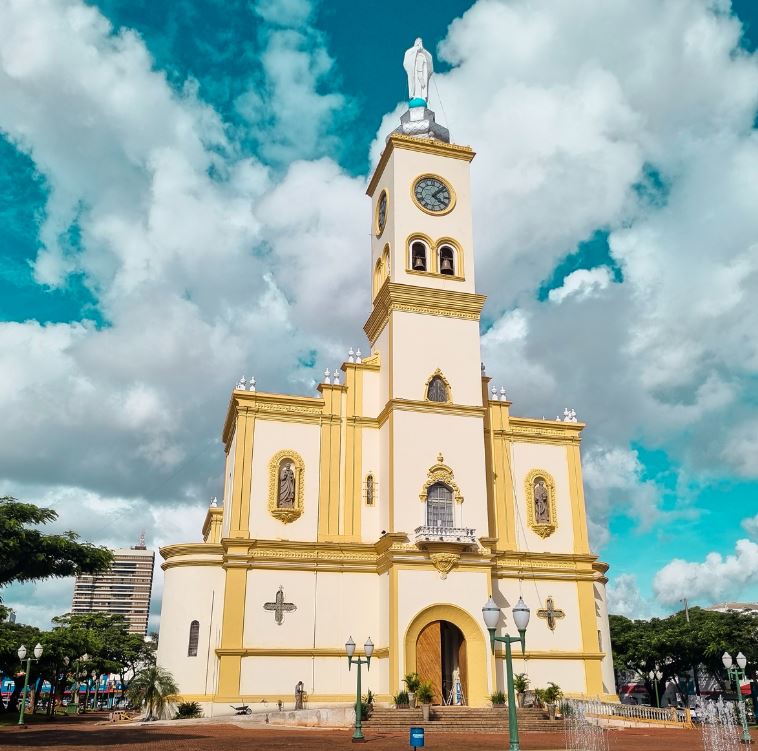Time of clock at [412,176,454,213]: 4:07
